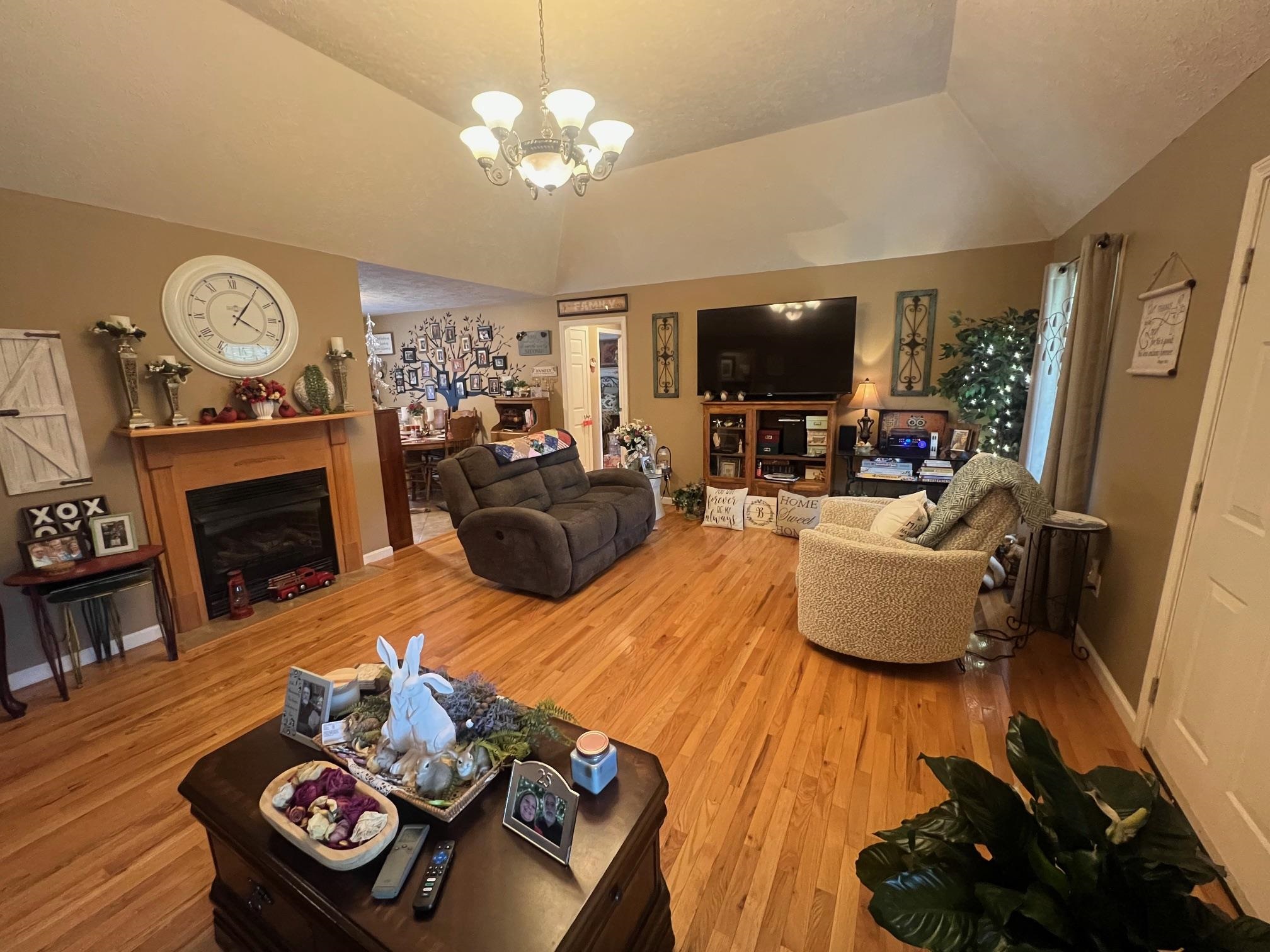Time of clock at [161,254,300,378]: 4:05
